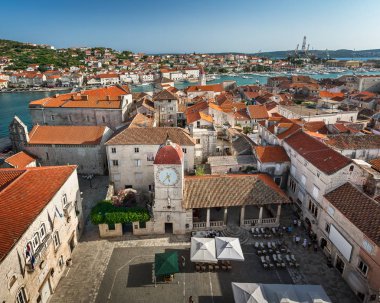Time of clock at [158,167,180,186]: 5:36
